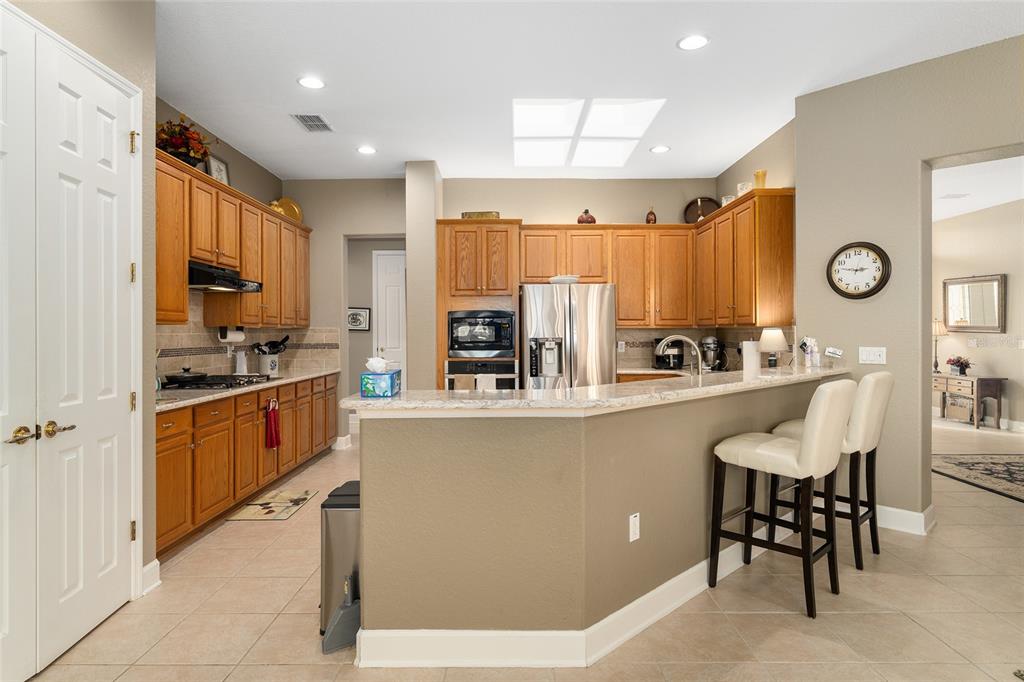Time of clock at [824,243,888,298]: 2:46
